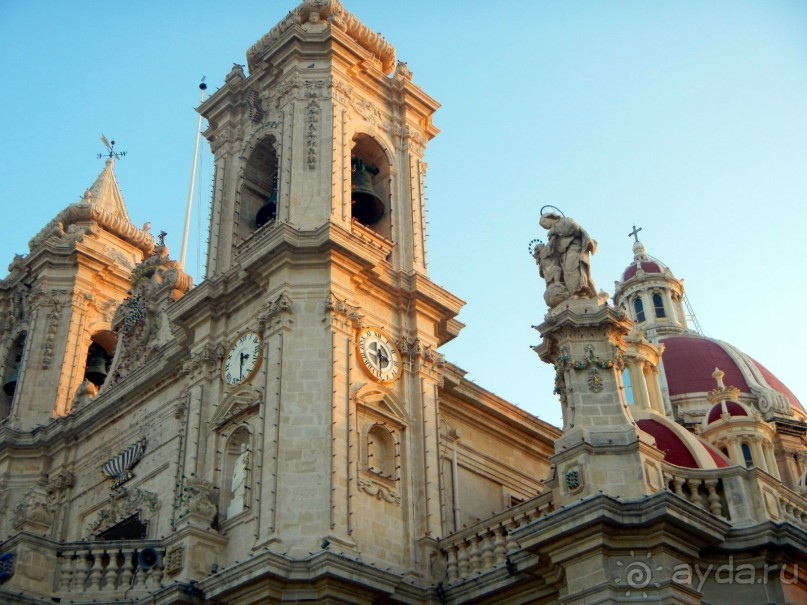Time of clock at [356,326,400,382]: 3:32
